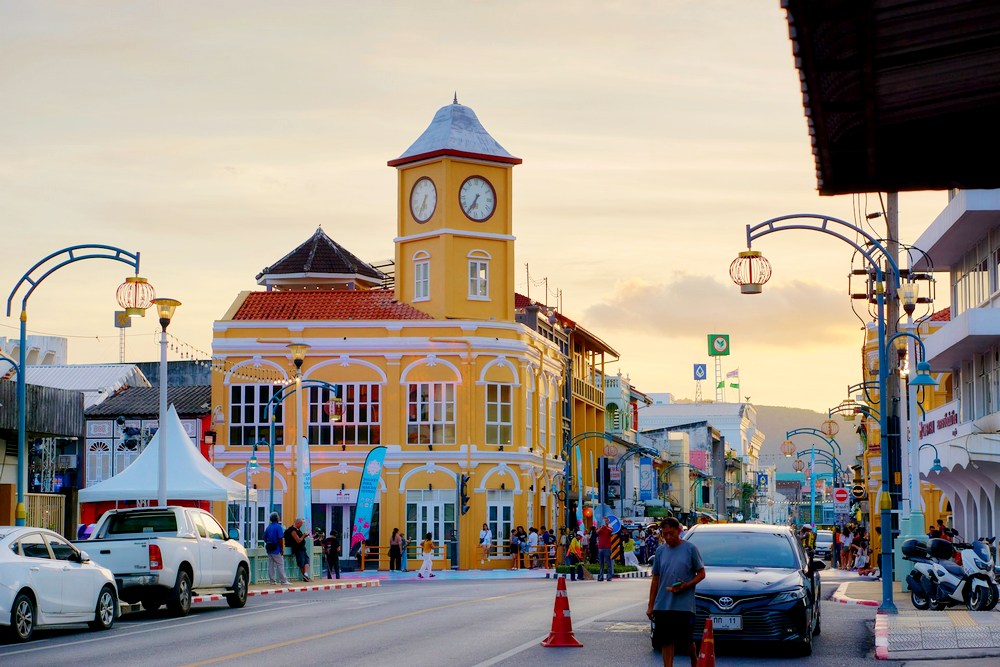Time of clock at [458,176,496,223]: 6:35
